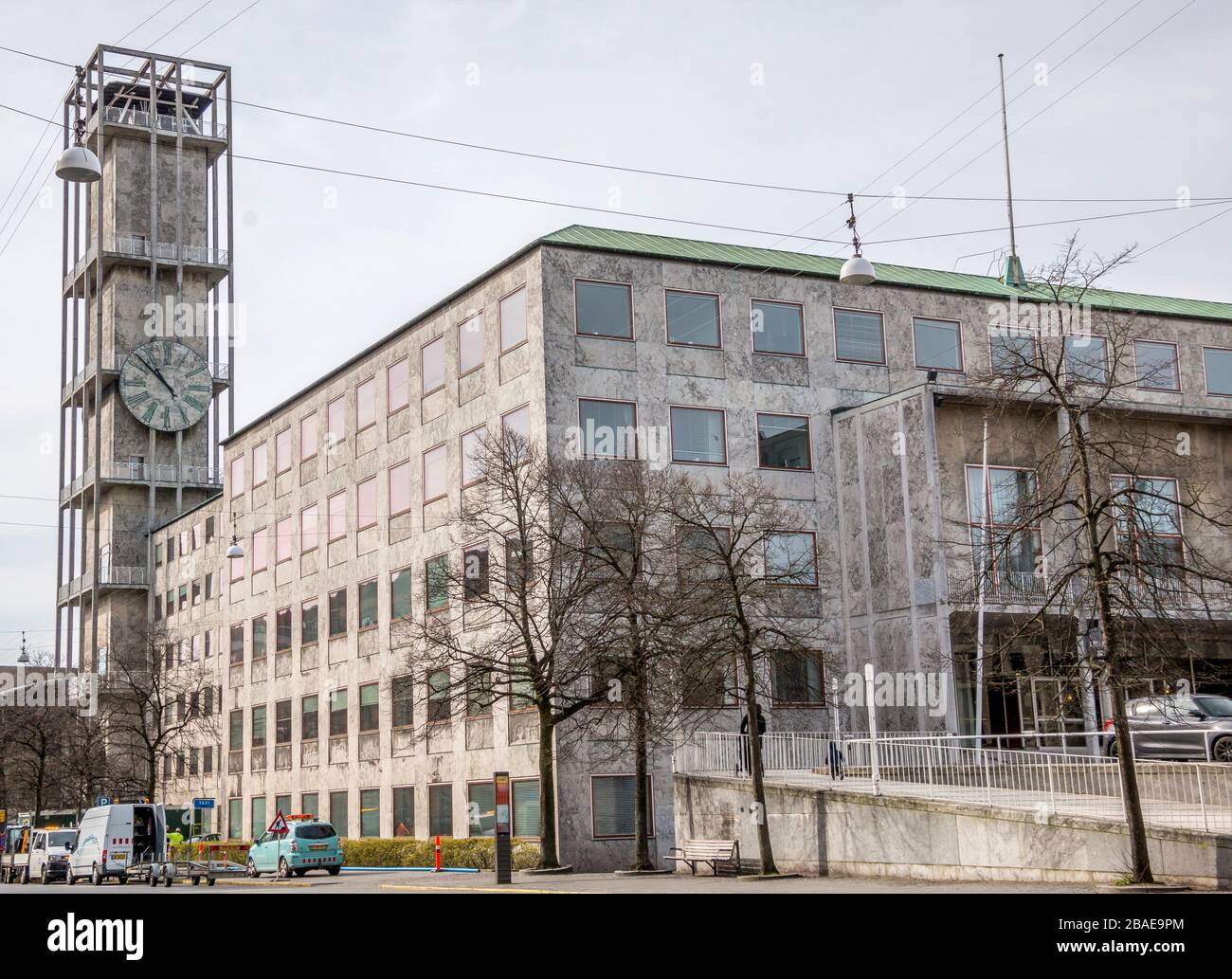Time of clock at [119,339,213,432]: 10:51
